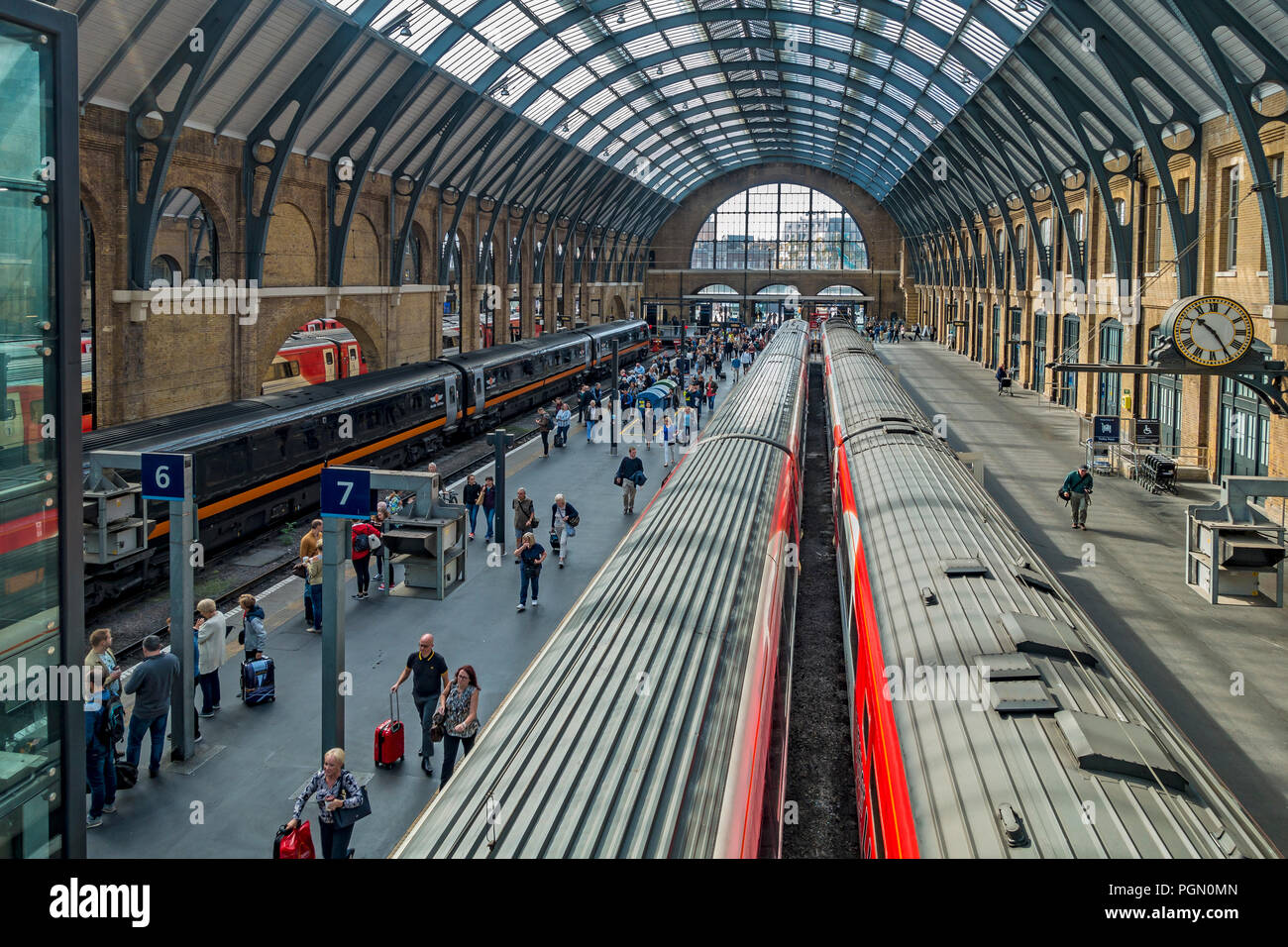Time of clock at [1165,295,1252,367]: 10:24
